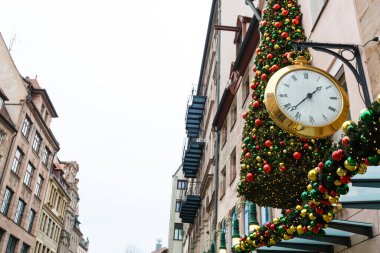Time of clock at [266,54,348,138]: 1:37
